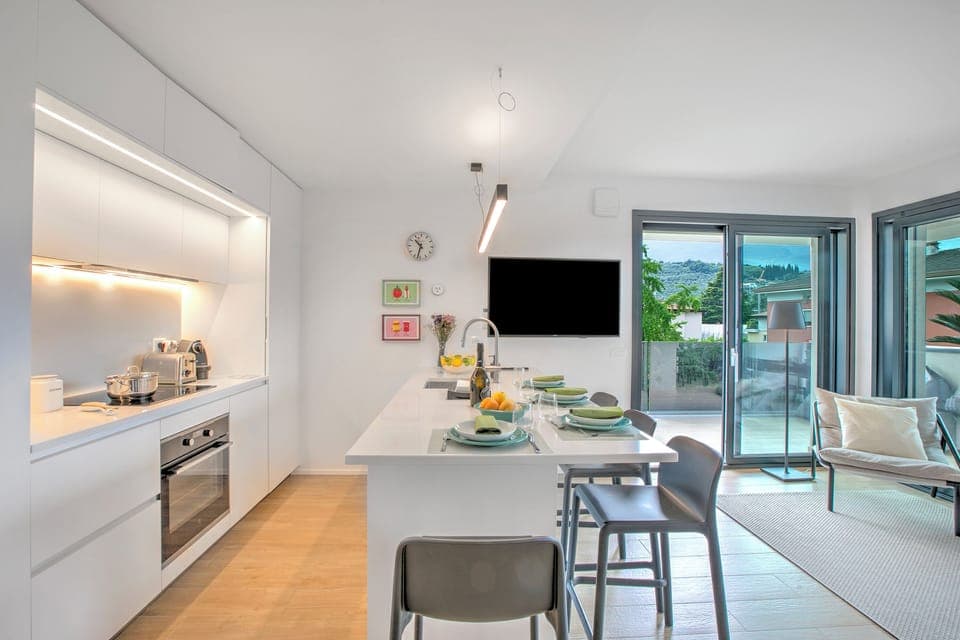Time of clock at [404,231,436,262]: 10:32
